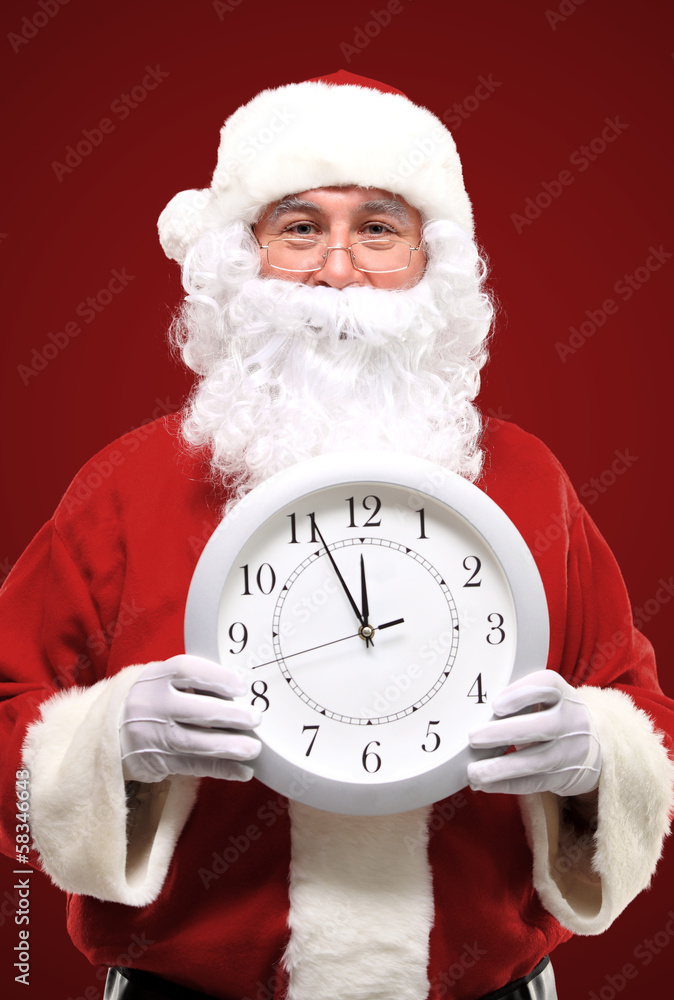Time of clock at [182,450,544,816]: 11:55
